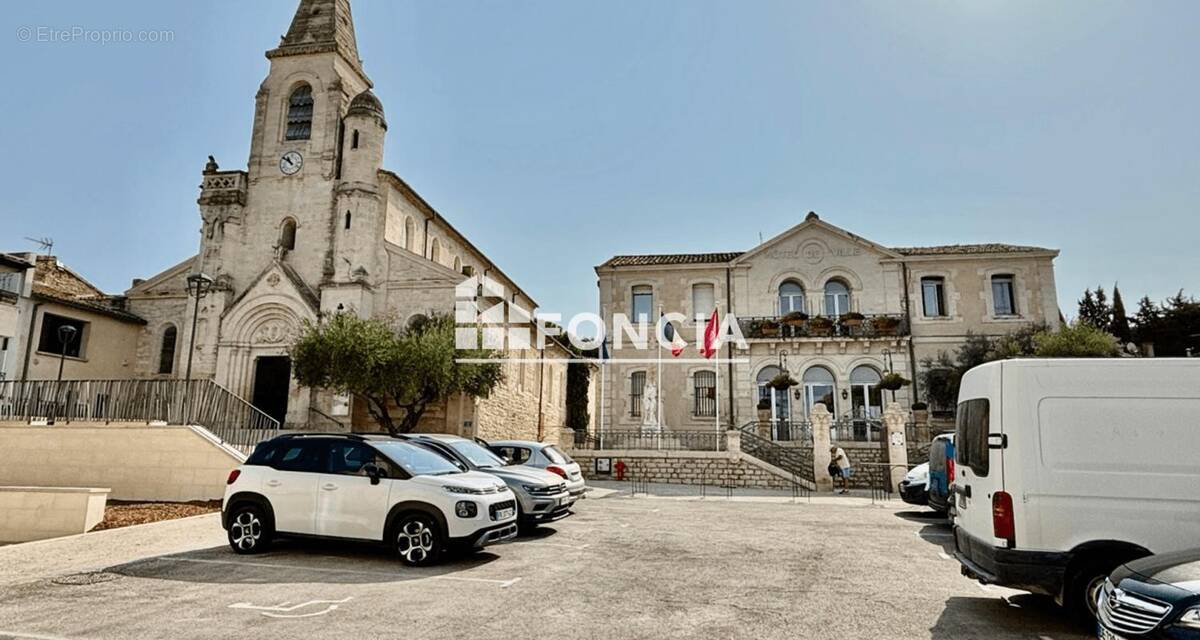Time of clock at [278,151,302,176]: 10:51
